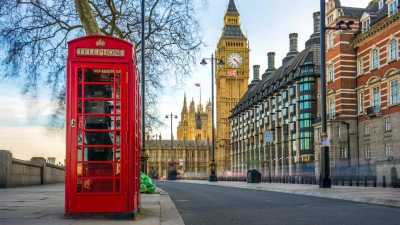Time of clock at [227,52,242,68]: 4:22
